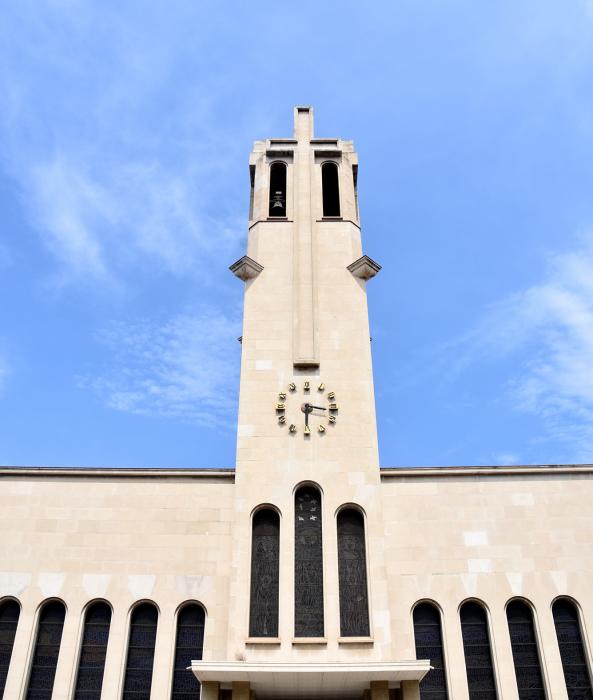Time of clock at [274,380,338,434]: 6:16
